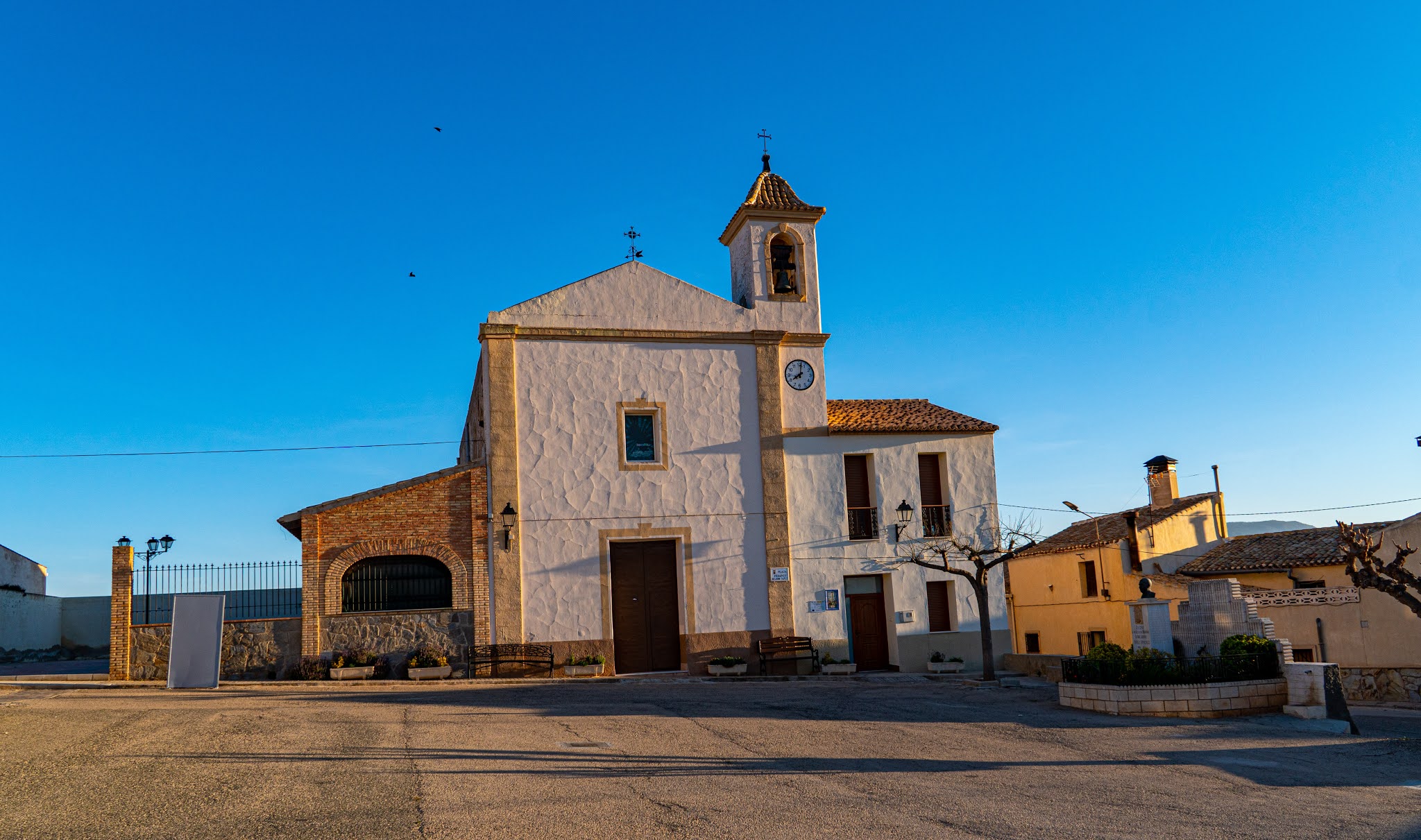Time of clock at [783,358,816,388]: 8:01
